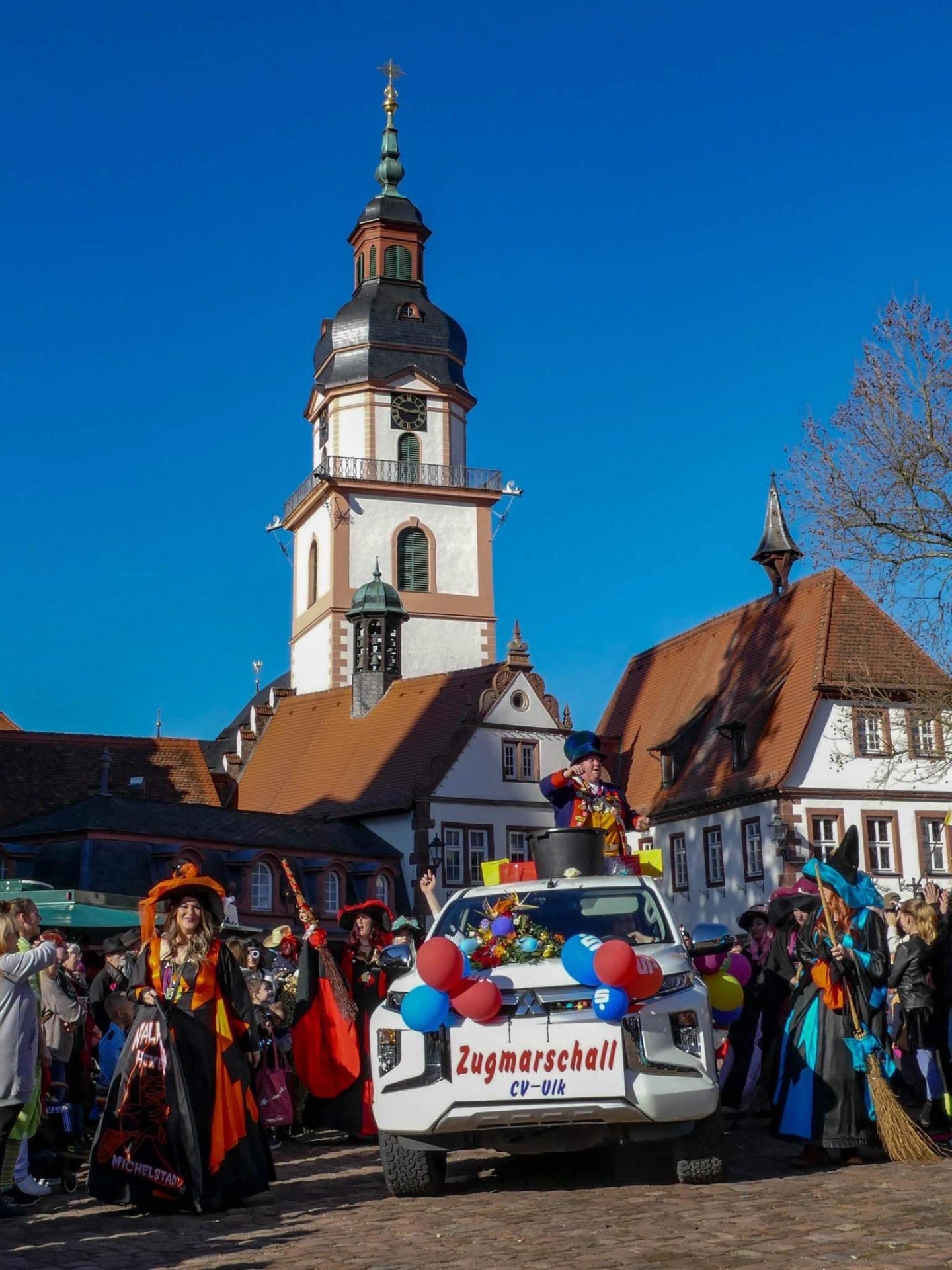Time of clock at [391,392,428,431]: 2:48
